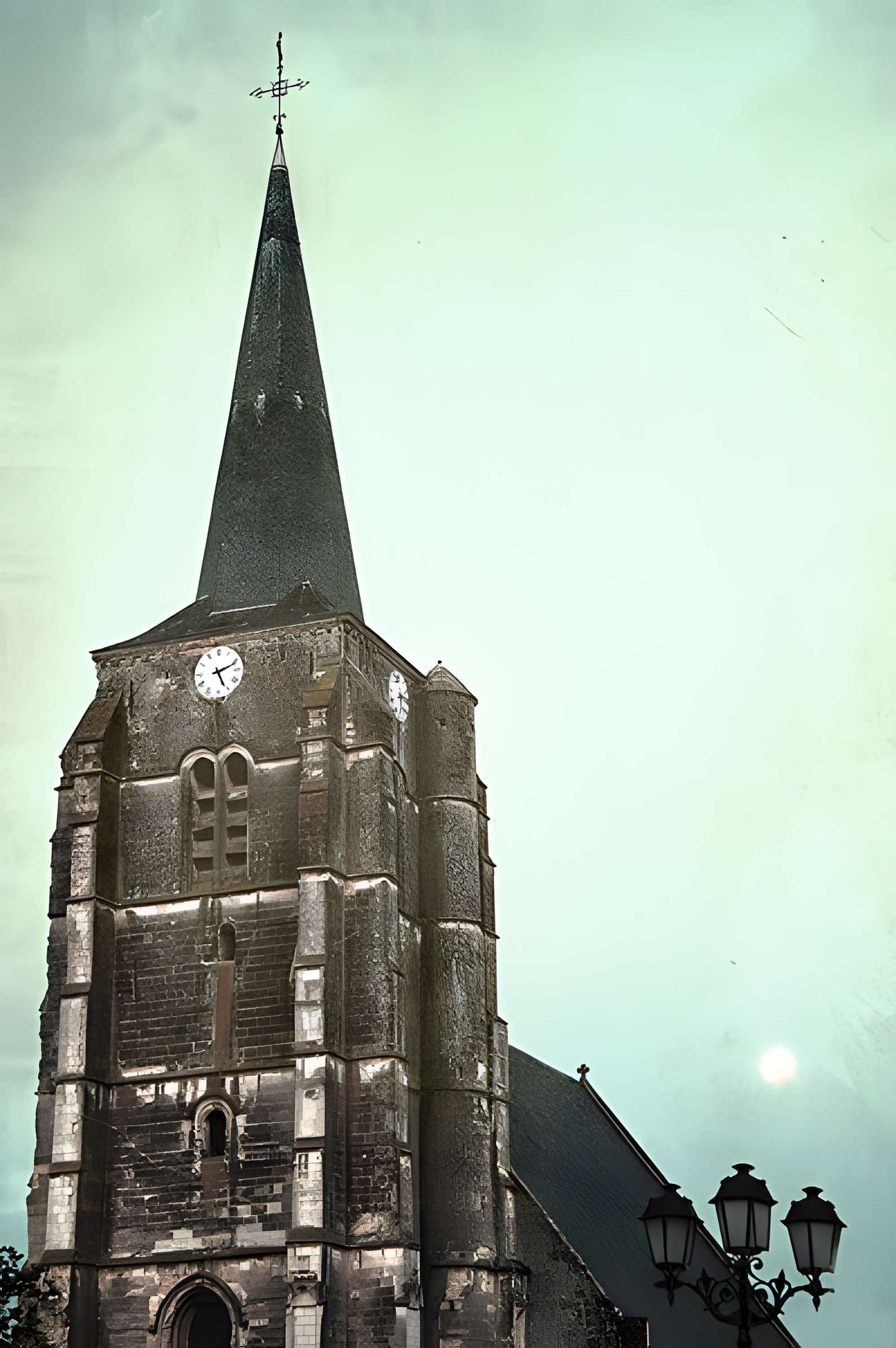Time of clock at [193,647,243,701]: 5:11
